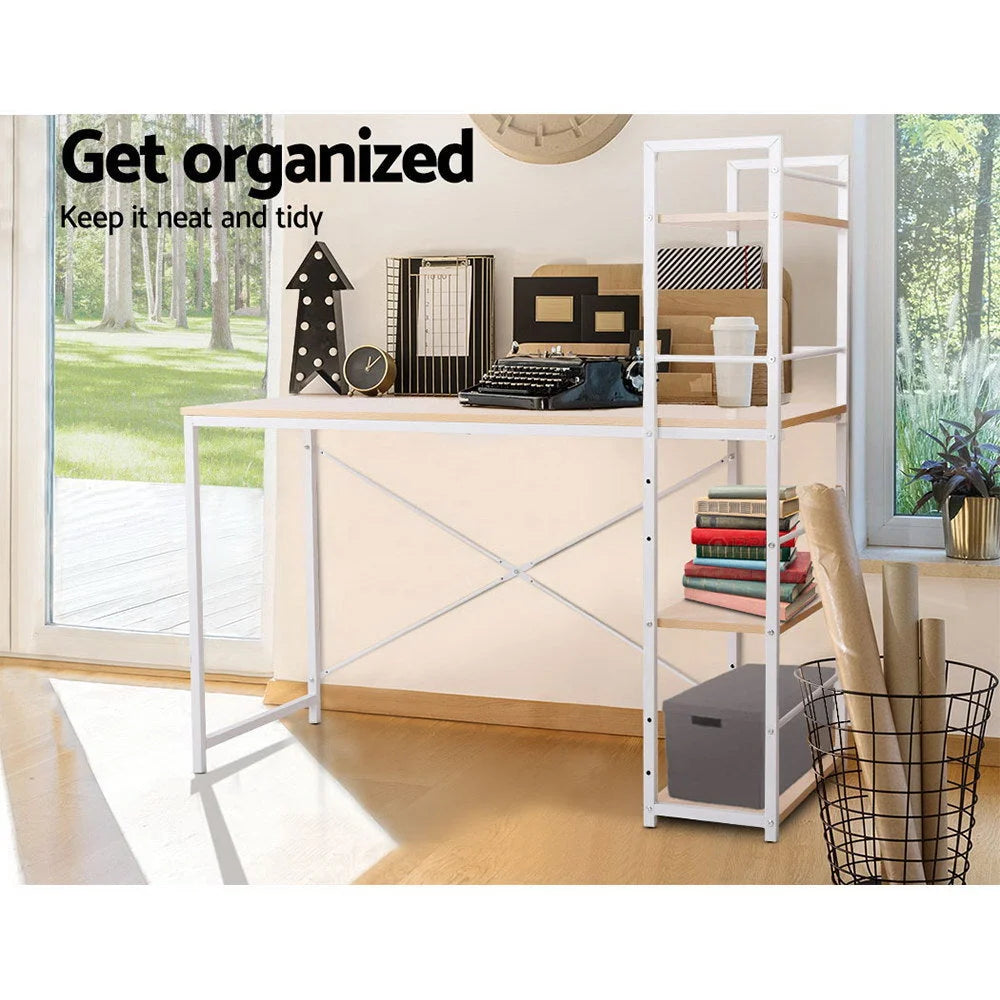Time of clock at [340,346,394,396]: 12:07
